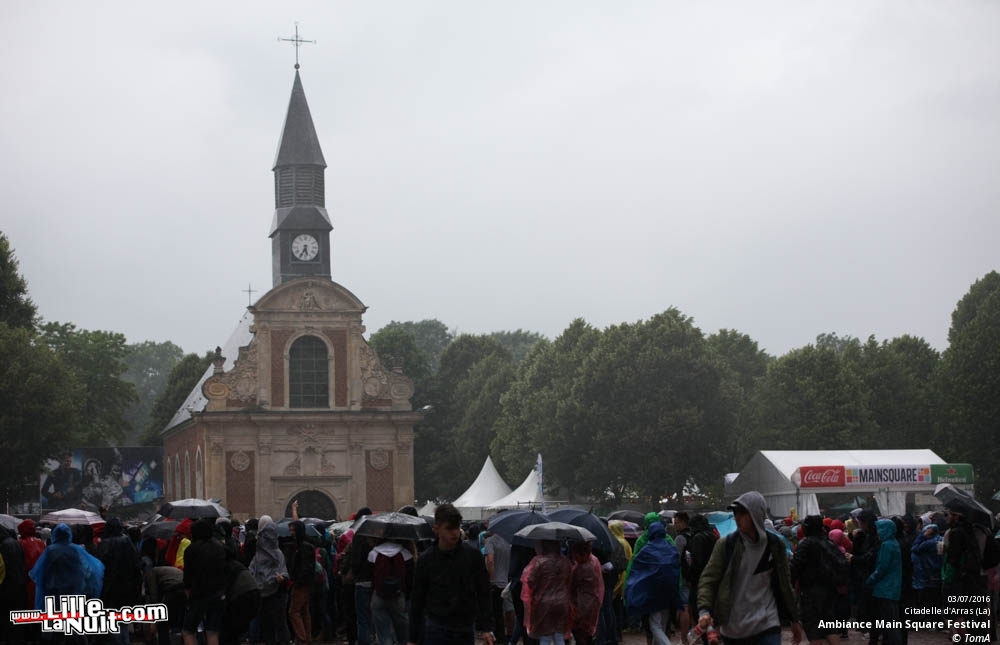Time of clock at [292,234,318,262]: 5:34
